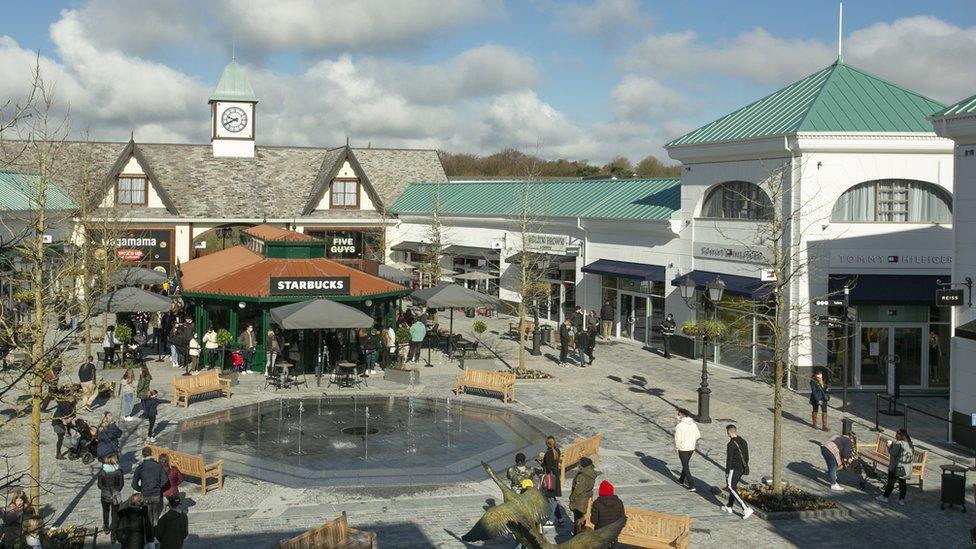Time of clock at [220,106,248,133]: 9:40
